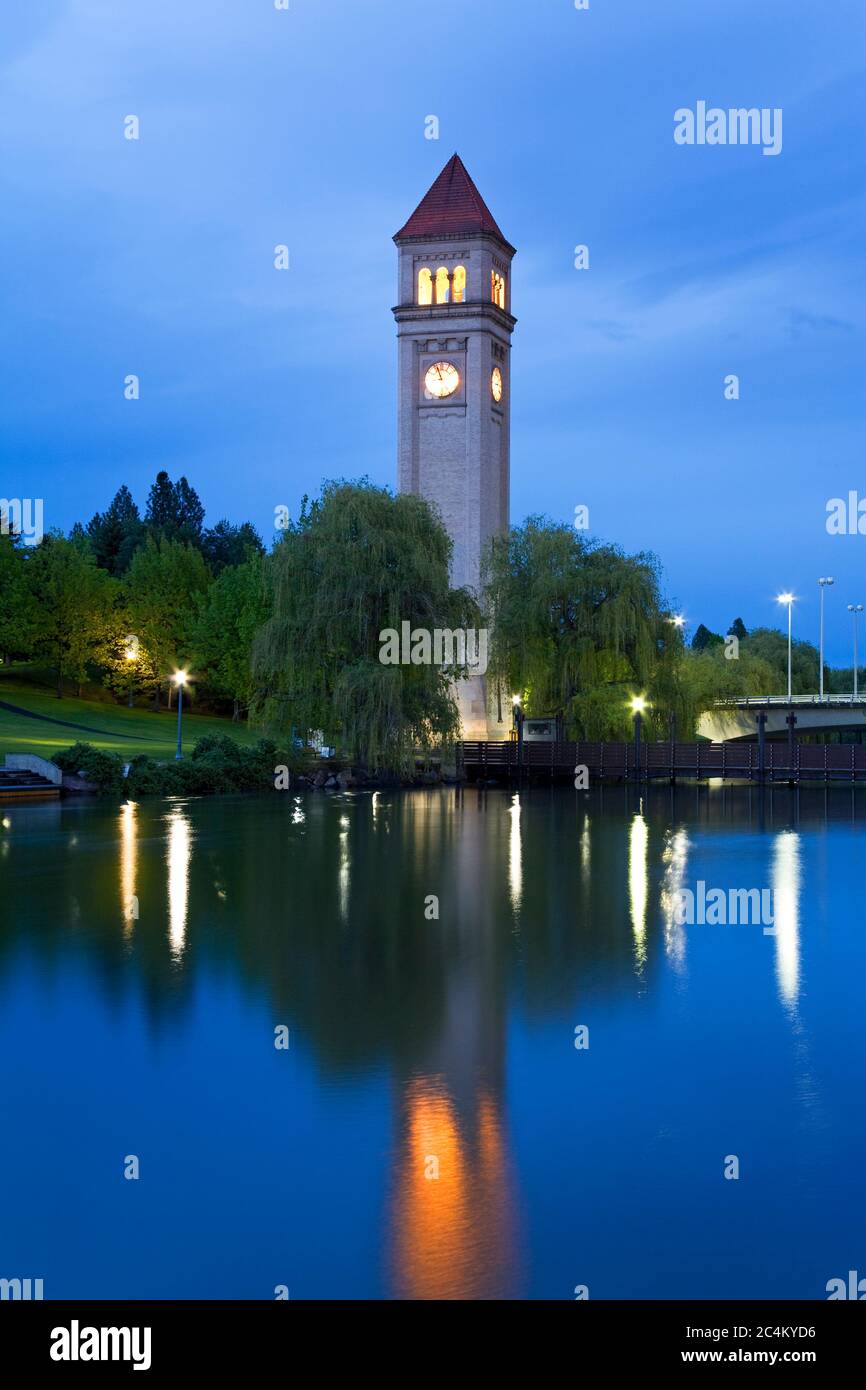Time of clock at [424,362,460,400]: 8:56
